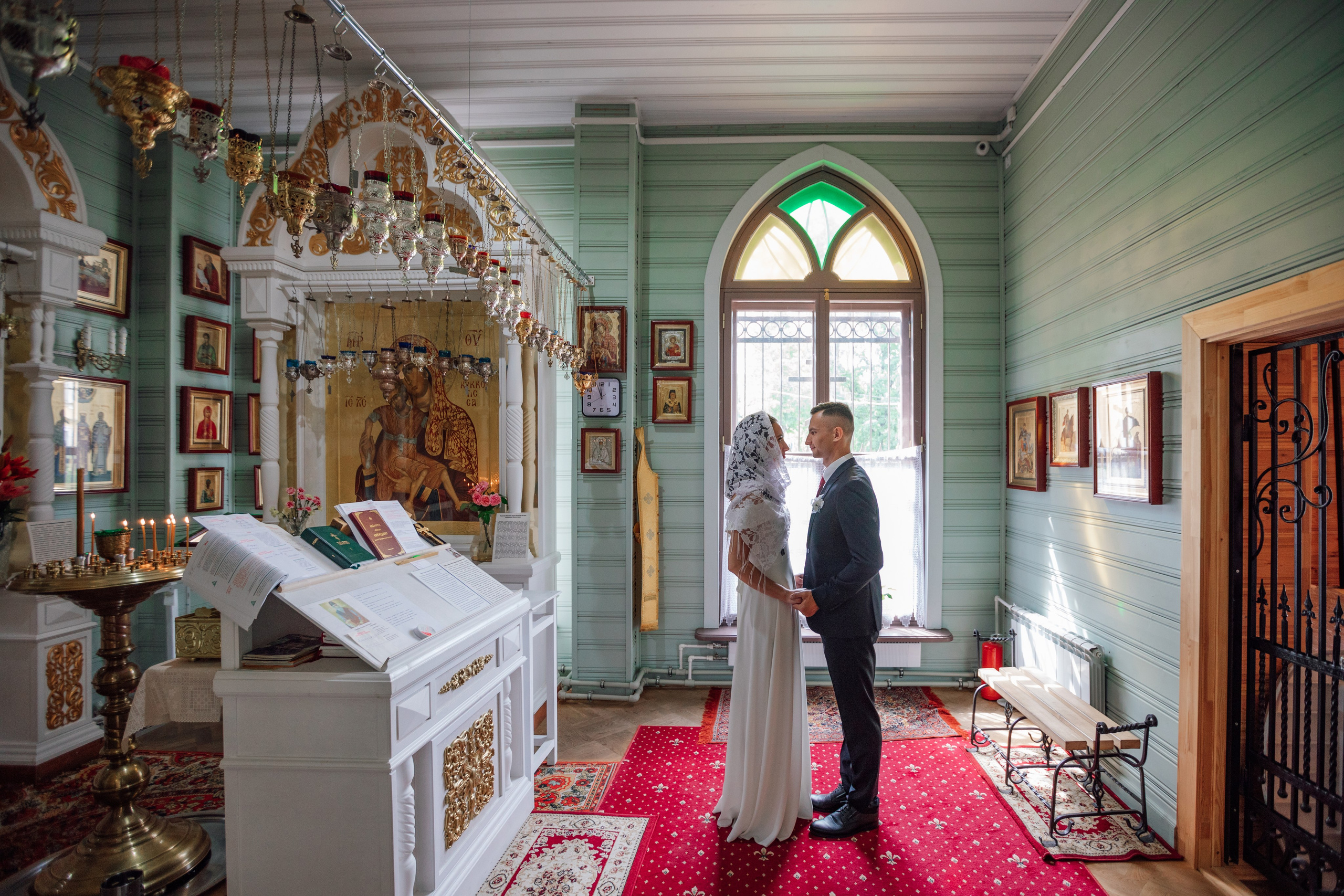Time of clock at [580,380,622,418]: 11:56
